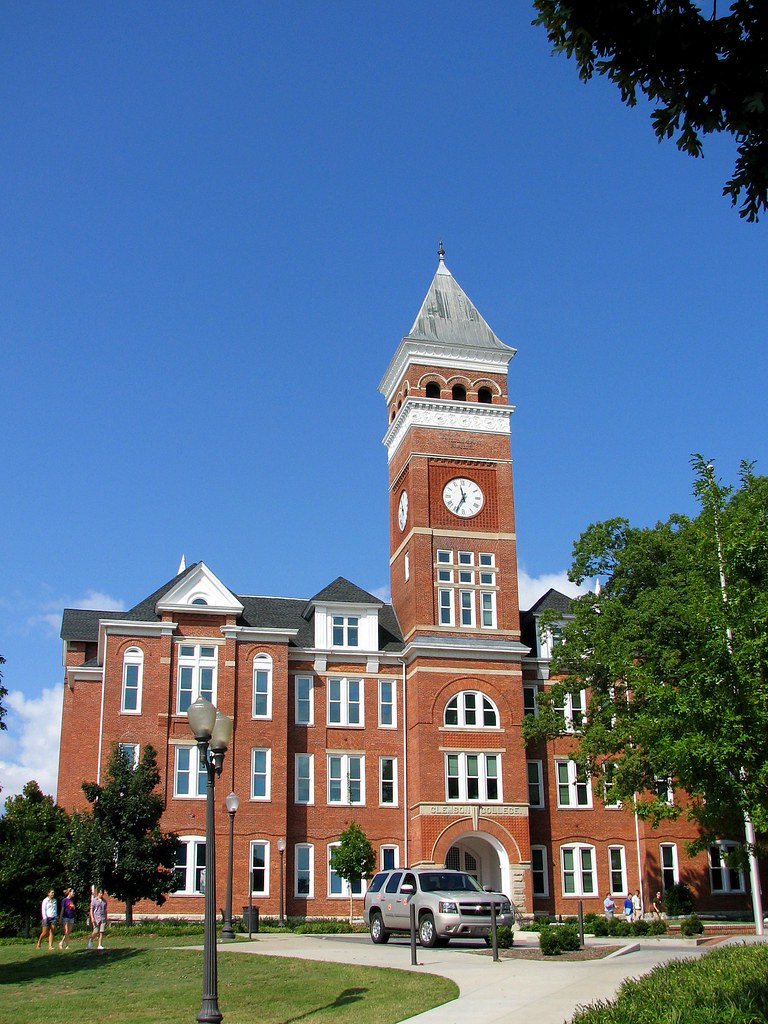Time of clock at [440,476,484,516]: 11:34
